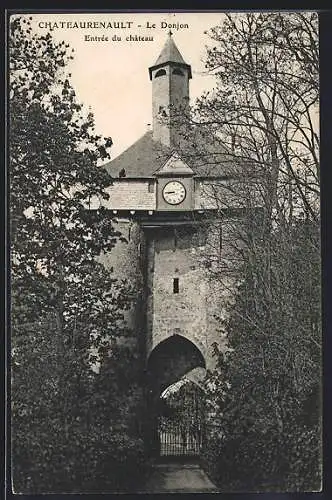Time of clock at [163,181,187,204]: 8:45
